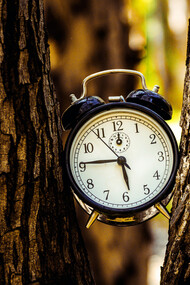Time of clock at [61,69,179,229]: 5:45
